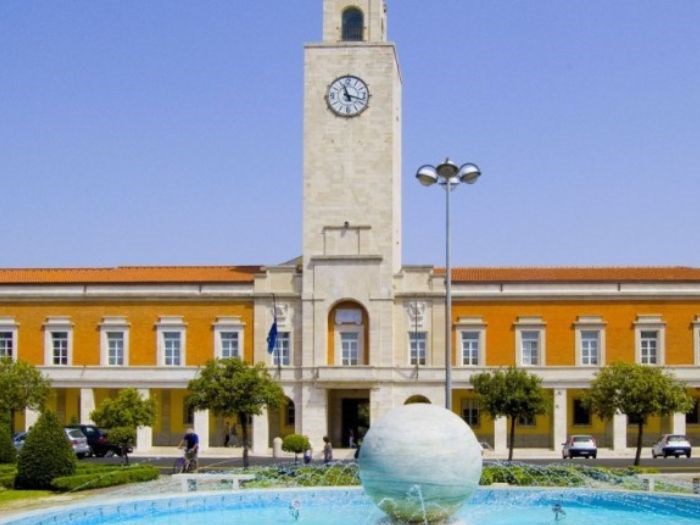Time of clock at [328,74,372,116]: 11:17
